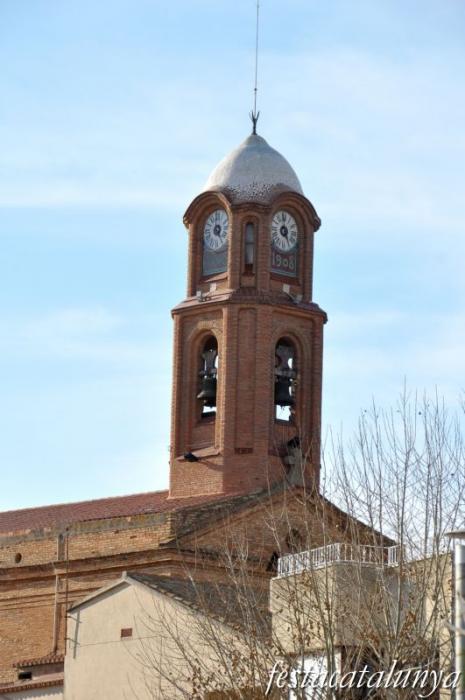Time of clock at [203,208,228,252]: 7:24
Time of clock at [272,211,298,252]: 4:59
